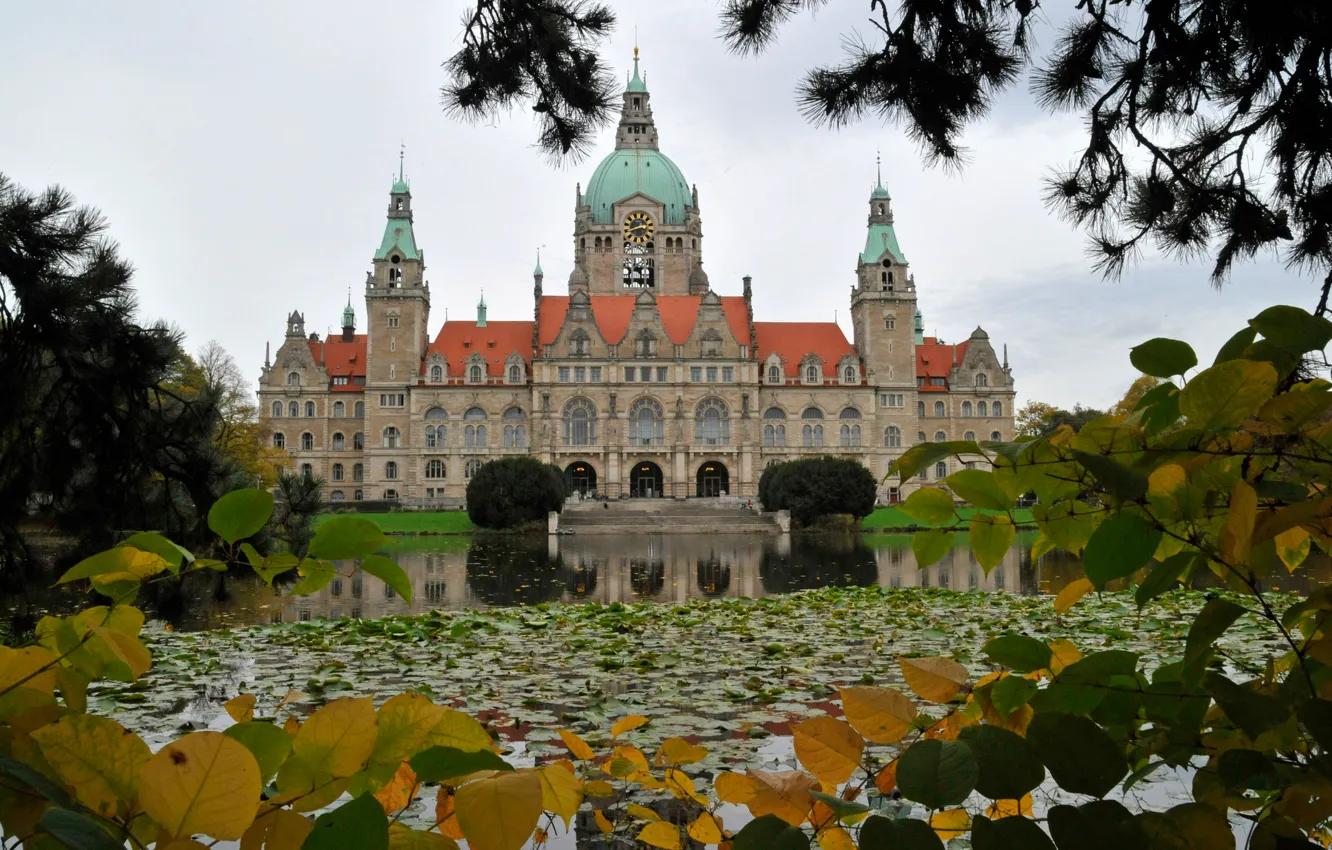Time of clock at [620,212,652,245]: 2:40
